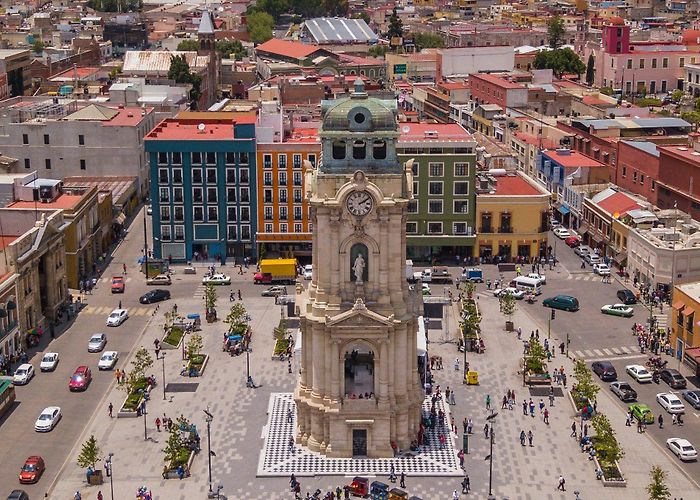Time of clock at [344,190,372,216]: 2:09
